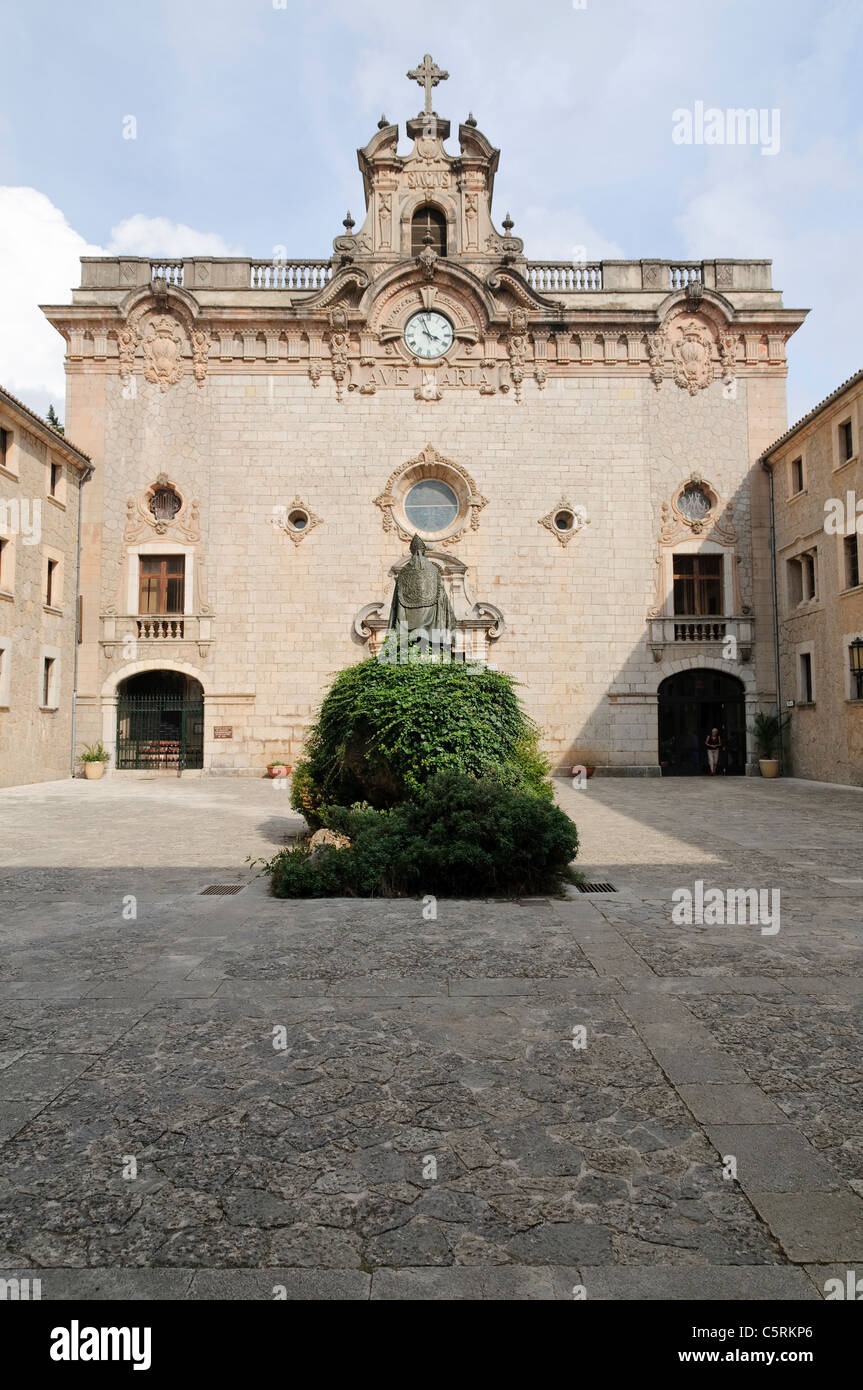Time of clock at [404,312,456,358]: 3:56
